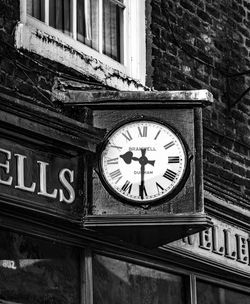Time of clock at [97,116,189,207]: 9:30
